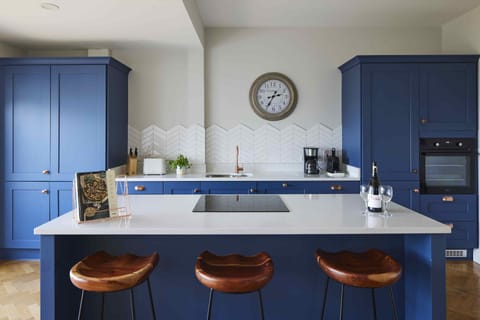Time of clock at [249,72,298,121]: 2:35
